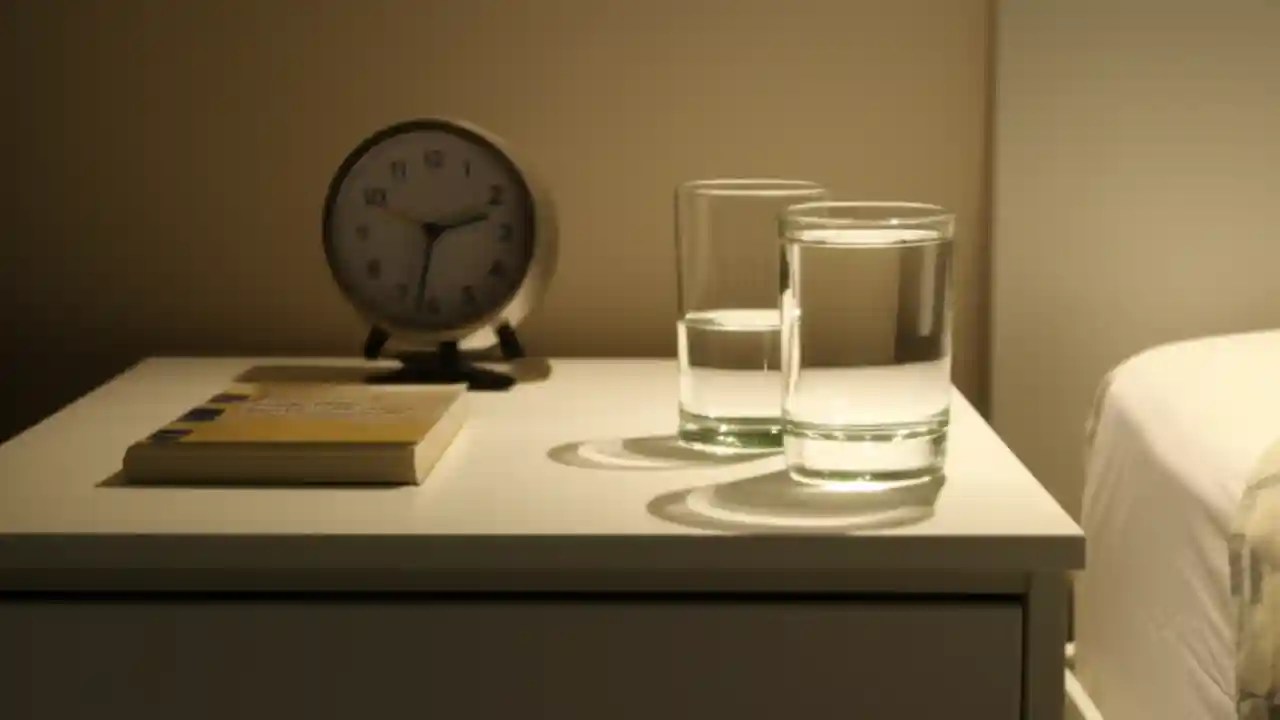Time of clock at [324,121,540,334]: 2:32
